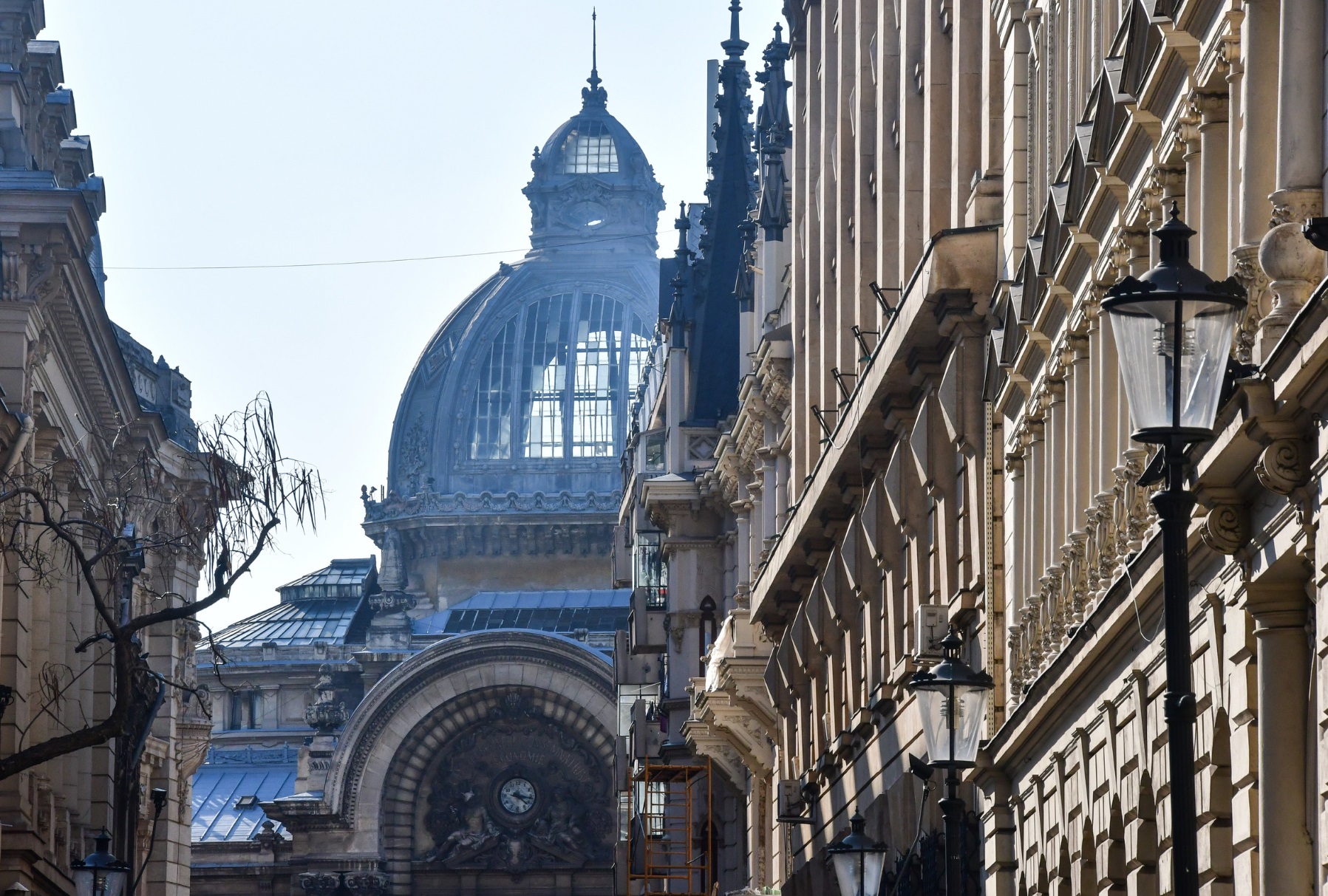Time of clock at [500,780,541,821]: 4:16
